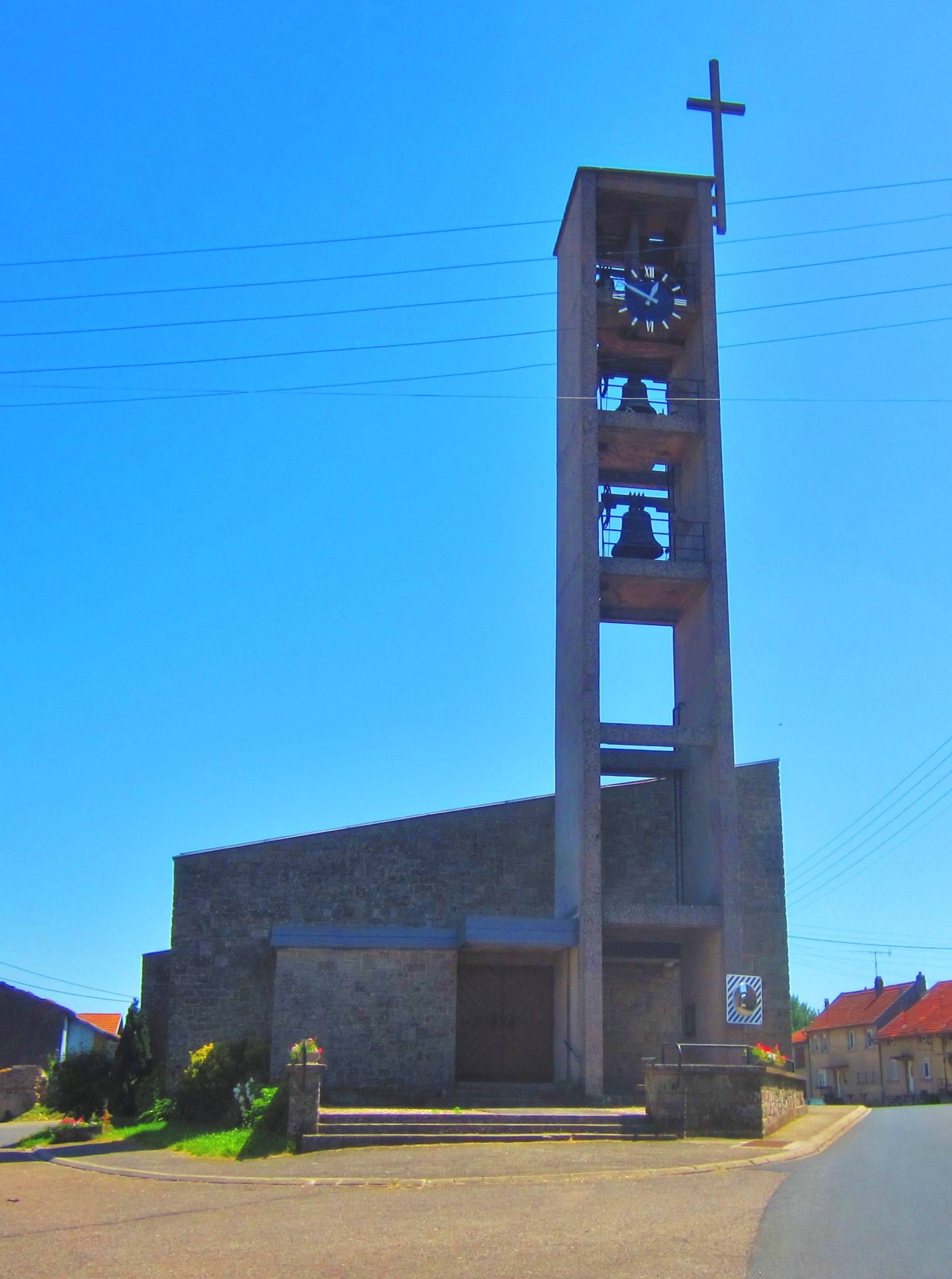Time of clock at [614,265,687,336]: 12:49
